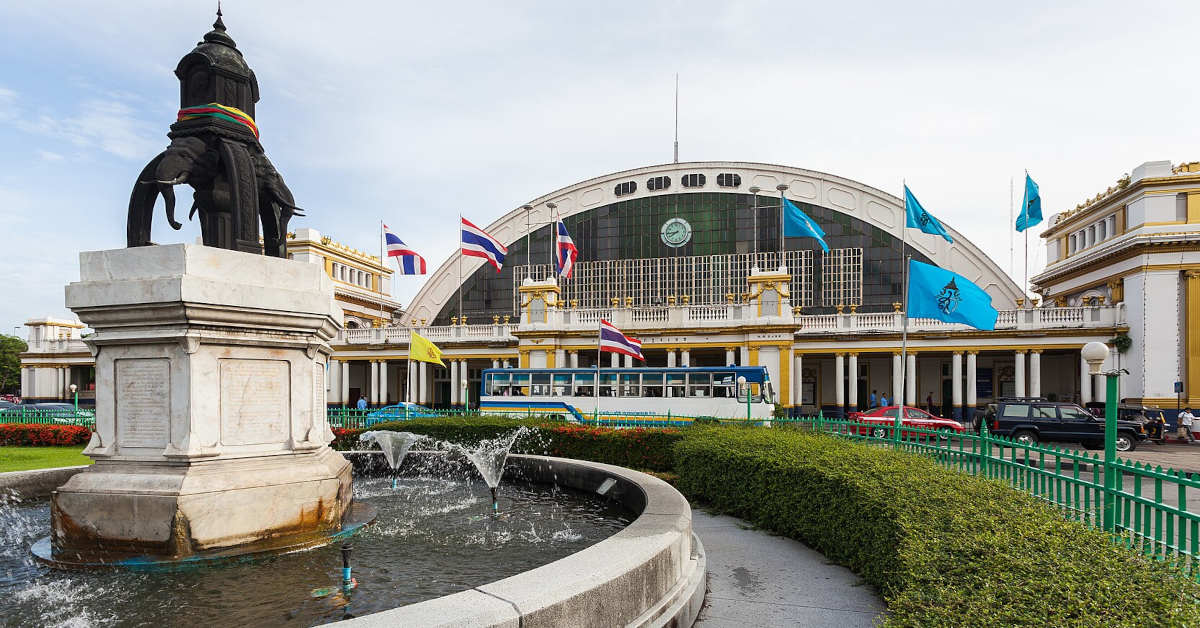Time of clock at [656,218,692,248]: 7:43
